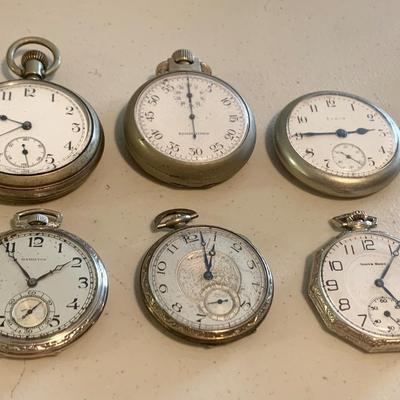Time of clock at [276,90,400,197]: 2:45
